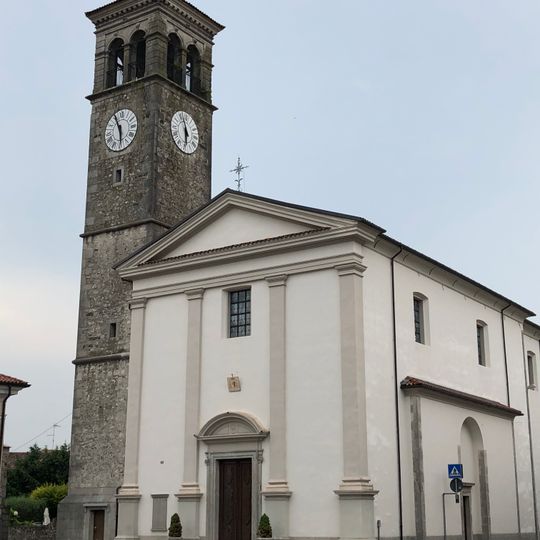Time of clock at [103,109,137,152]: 5:55
